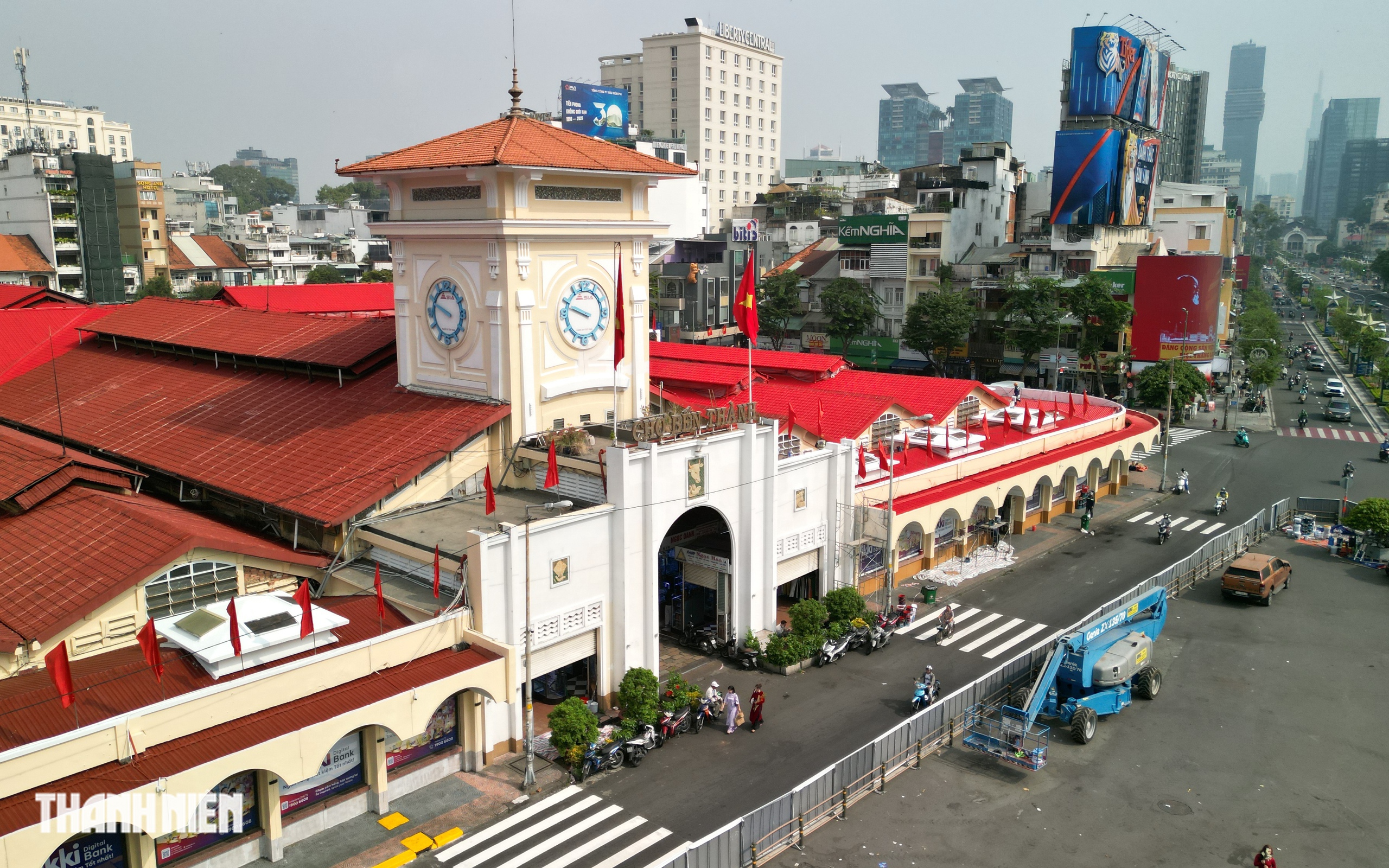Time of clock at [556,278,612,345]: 9:48
